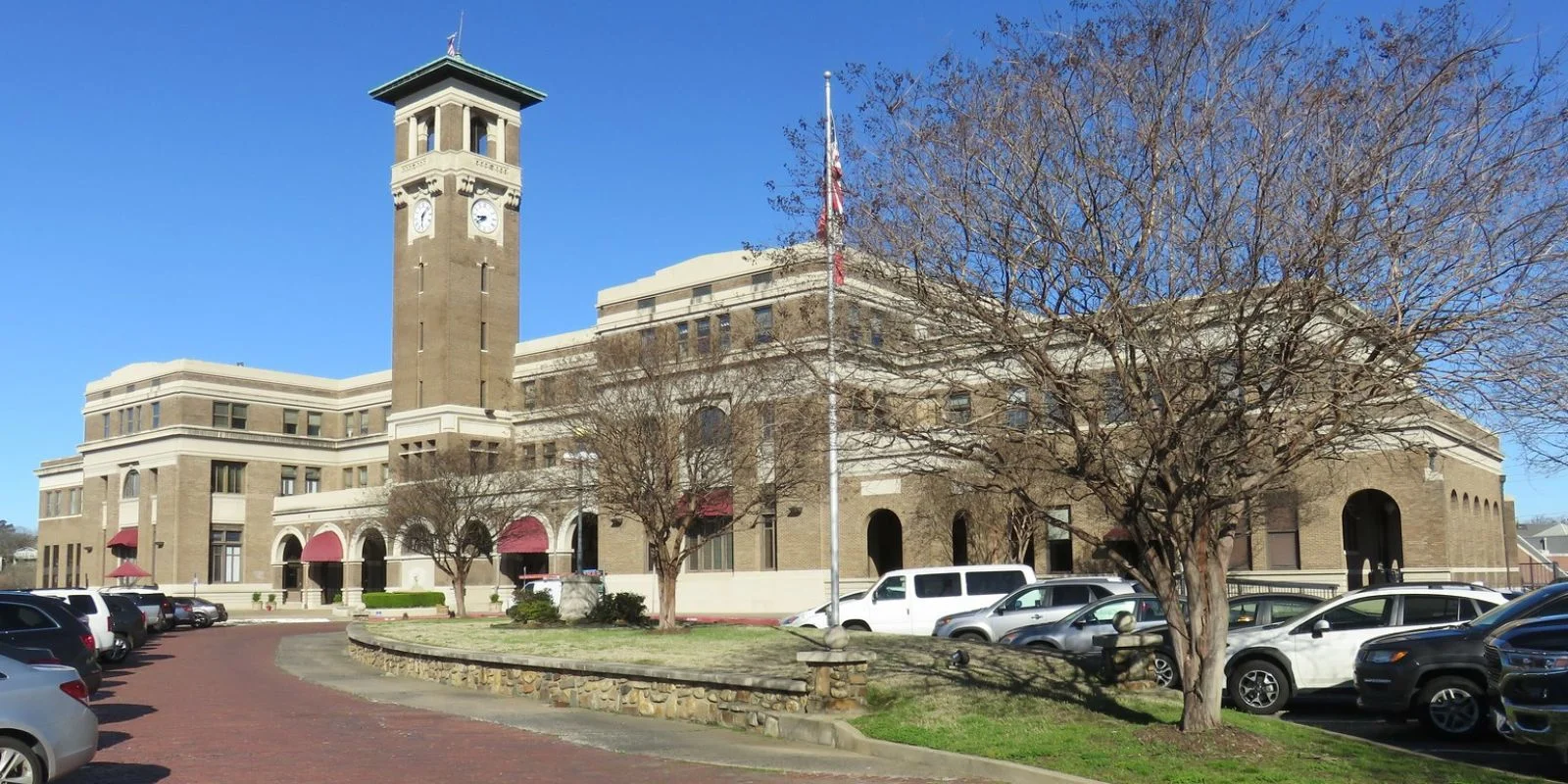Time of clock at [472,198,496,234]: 8:39
